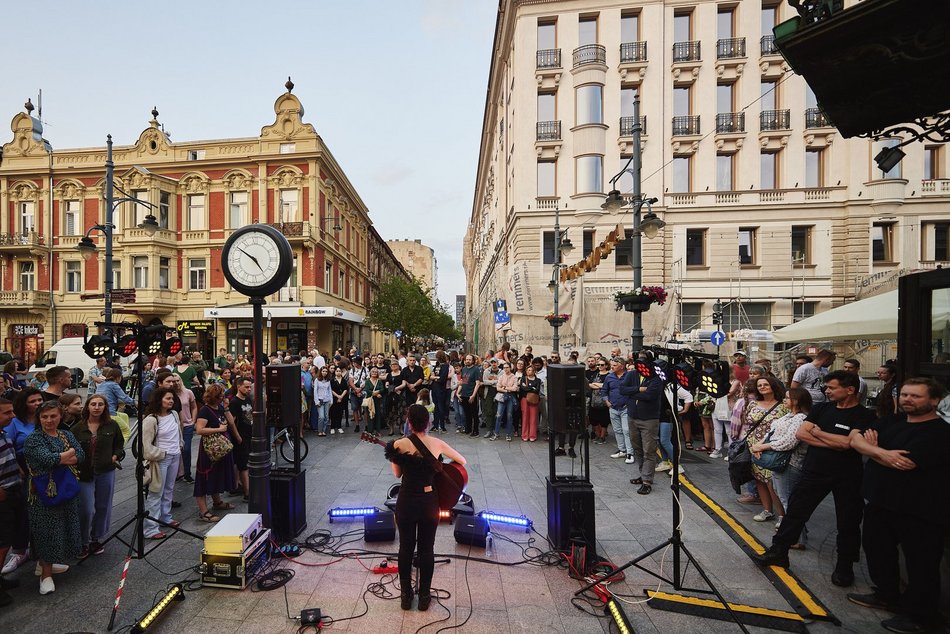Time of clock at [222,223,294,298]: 4:50
